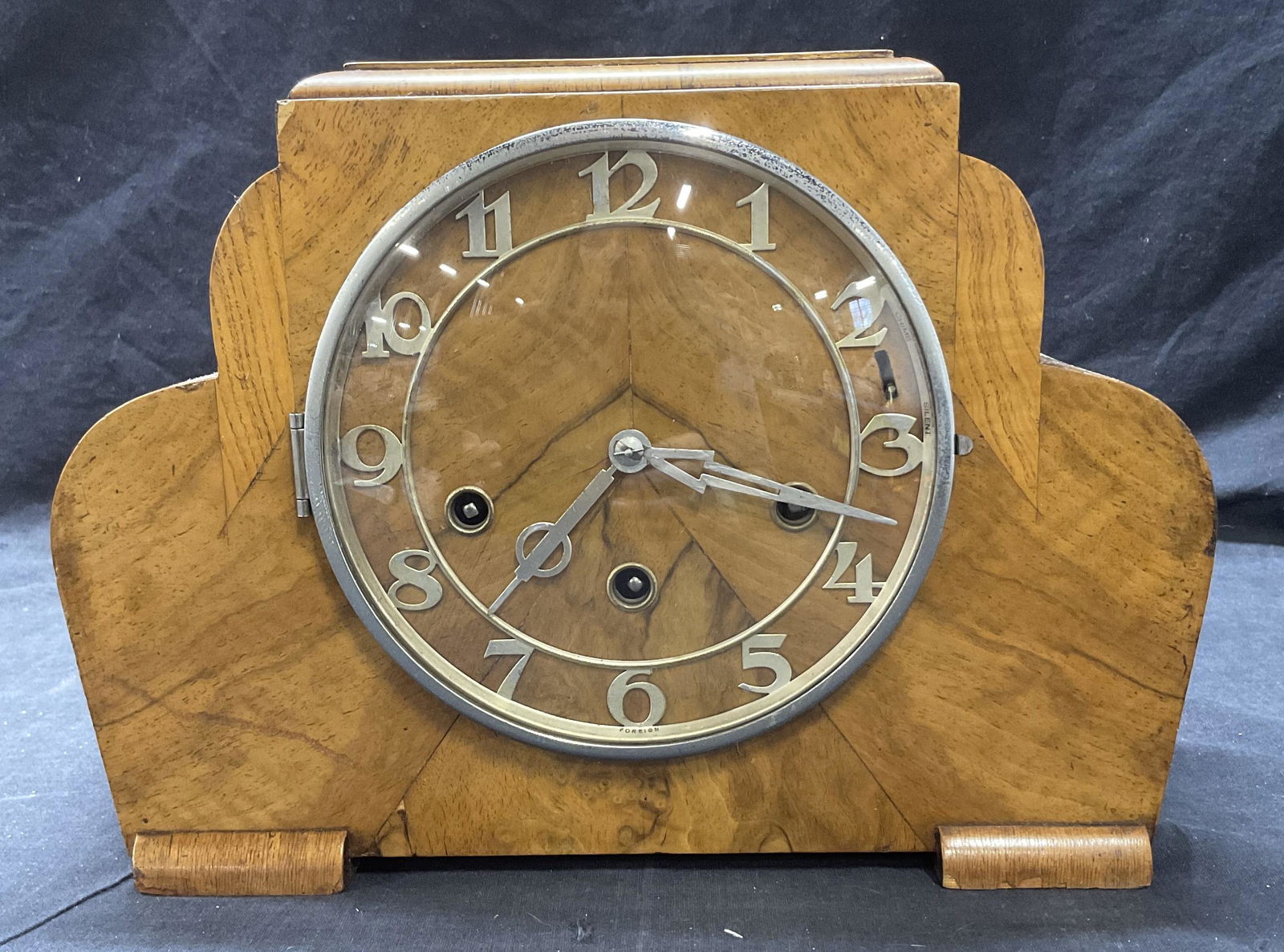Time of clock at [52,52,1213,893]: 7:18
